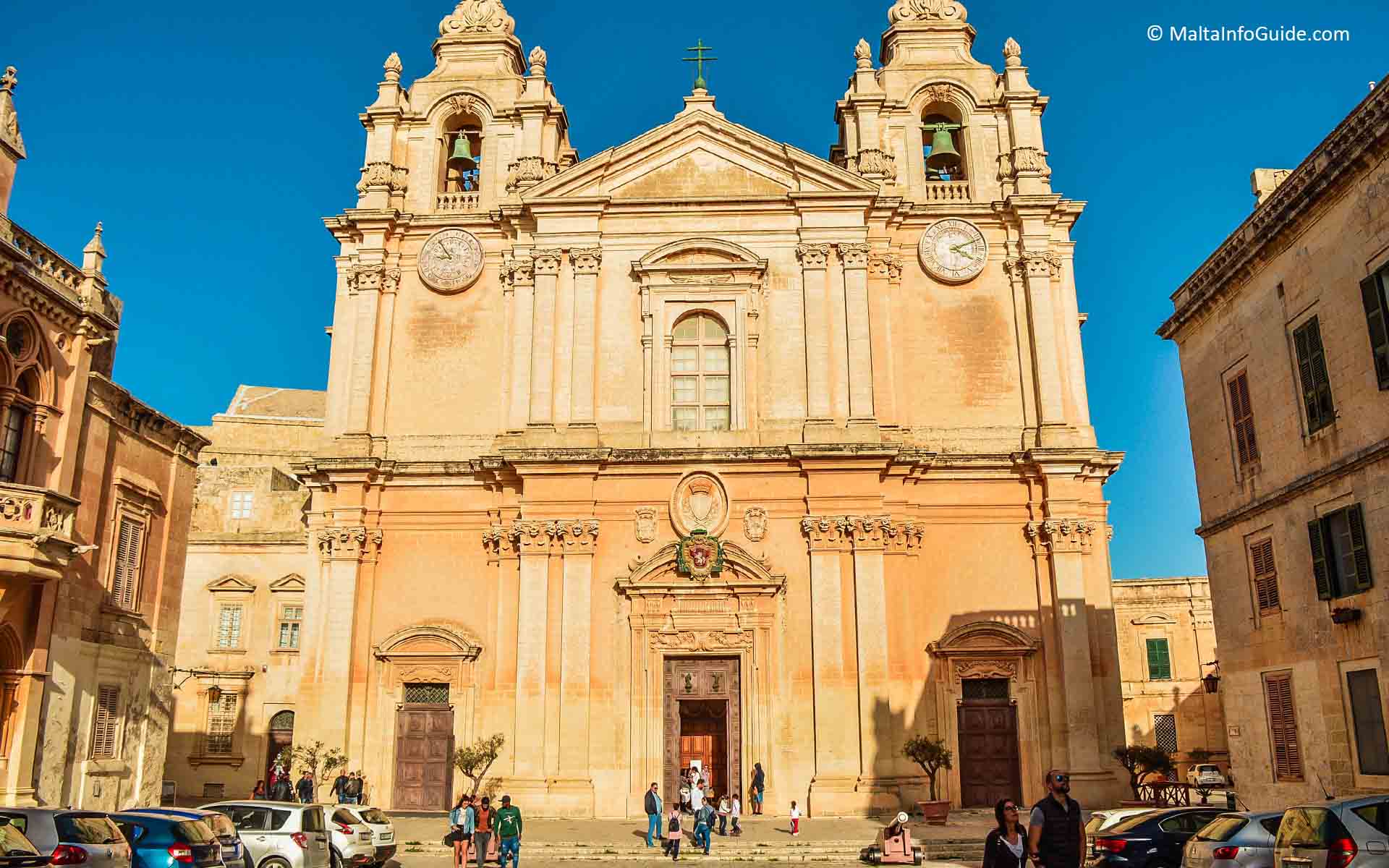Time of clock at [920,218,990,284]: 4:11
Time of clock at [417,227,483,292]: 8:54
